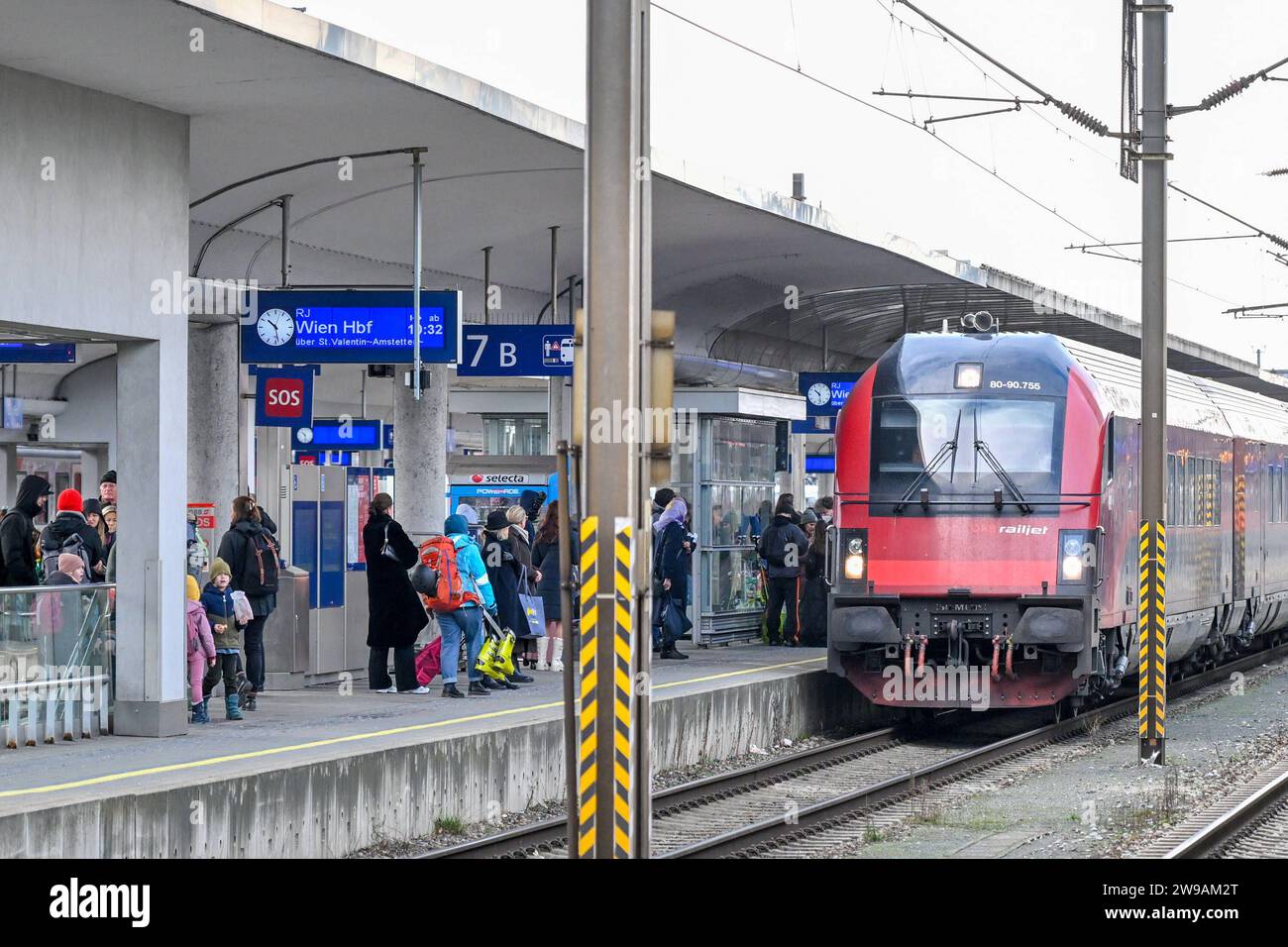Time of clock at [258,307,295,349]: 10:28
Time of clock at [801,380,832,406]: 10:28
